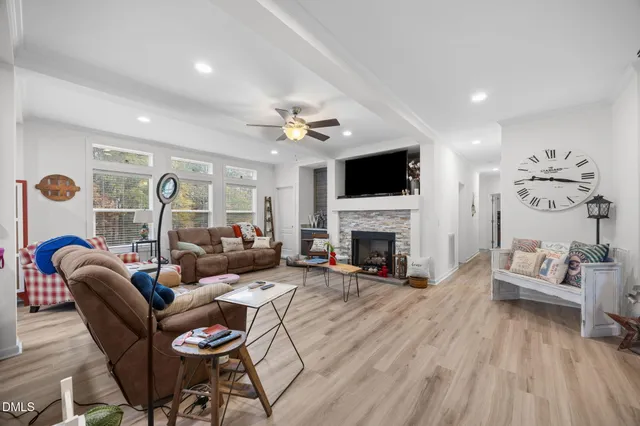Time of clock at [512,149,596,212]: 9:17
